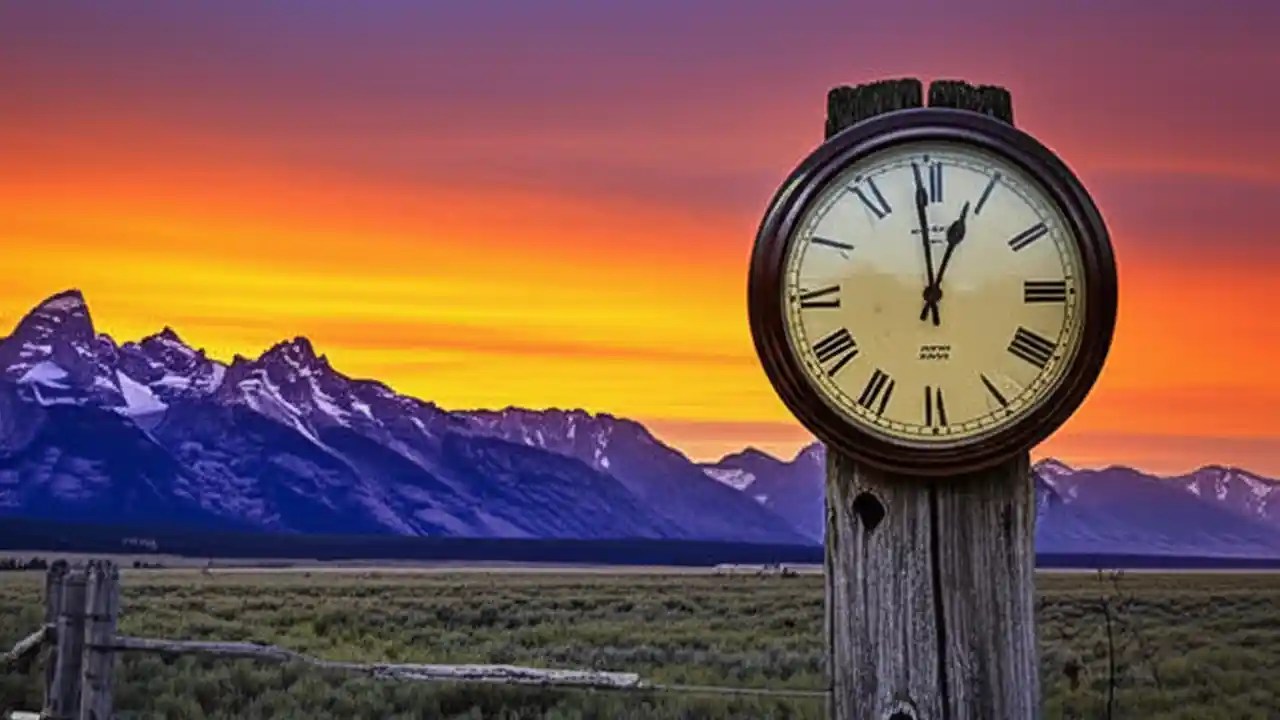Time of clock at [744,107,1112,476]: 12:58
